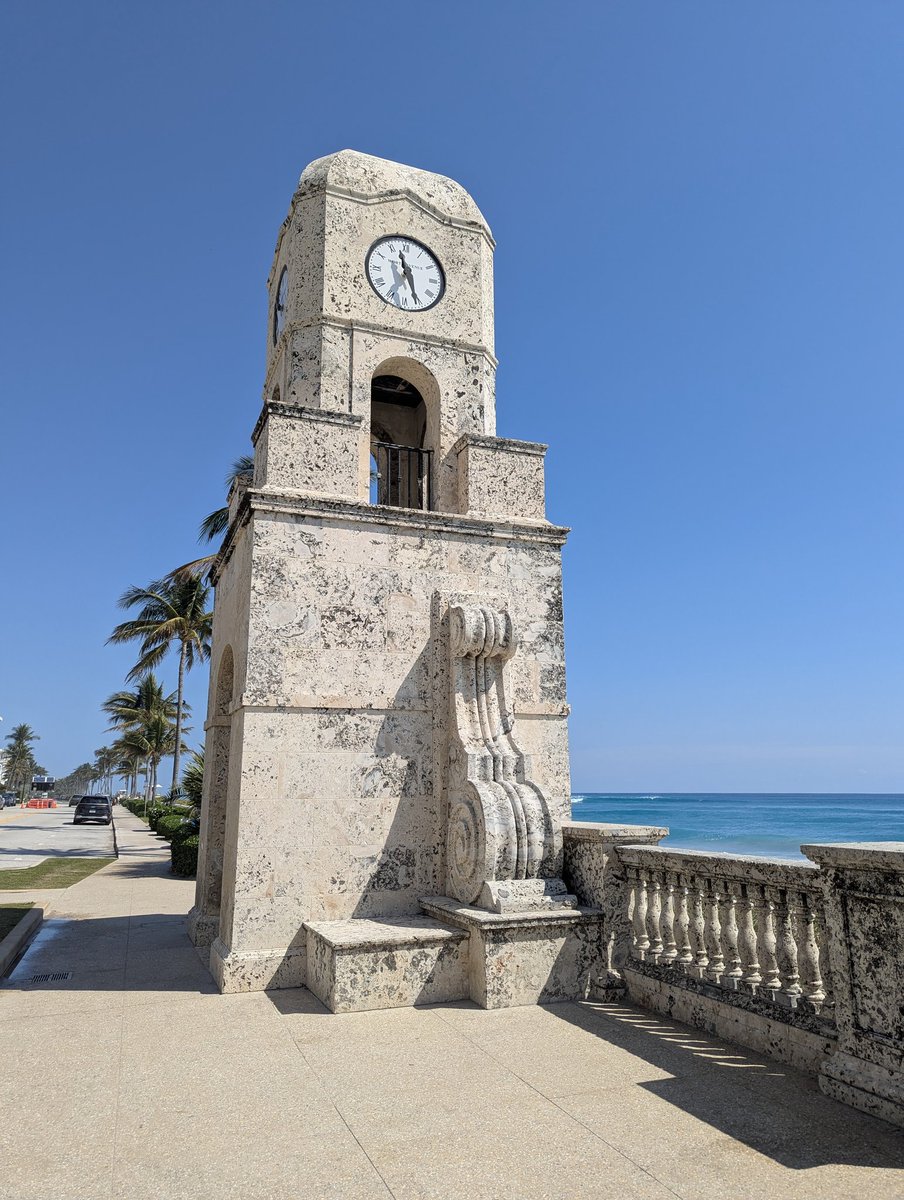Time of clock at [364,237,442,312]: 11:26
